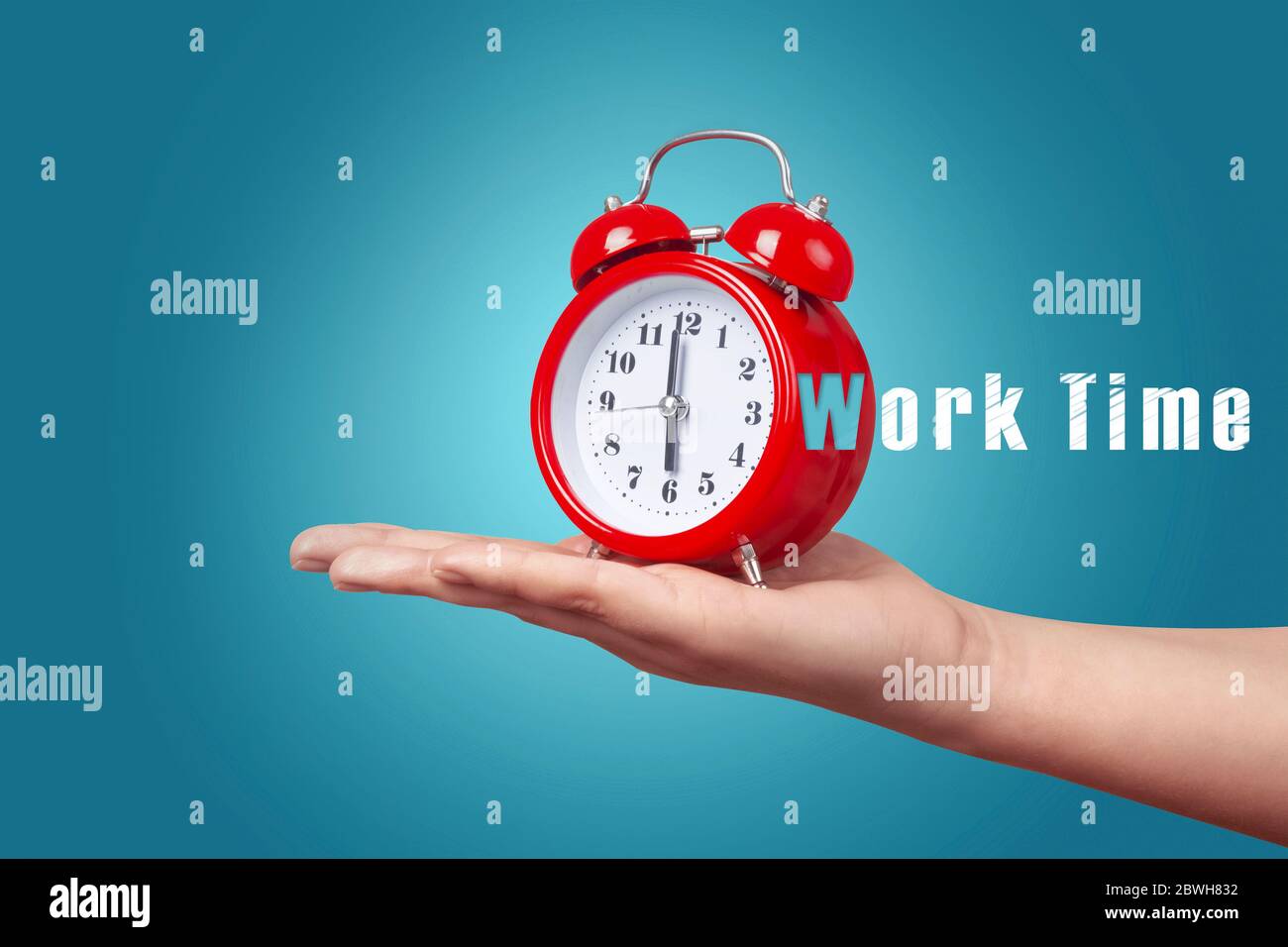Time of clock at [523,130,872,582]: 5:59
